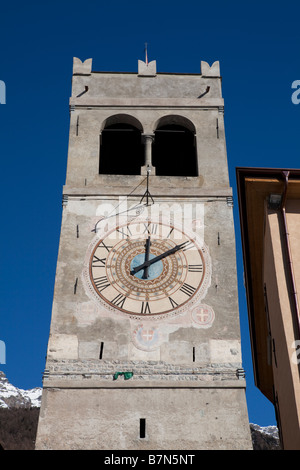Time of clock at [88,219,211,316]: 12:09
